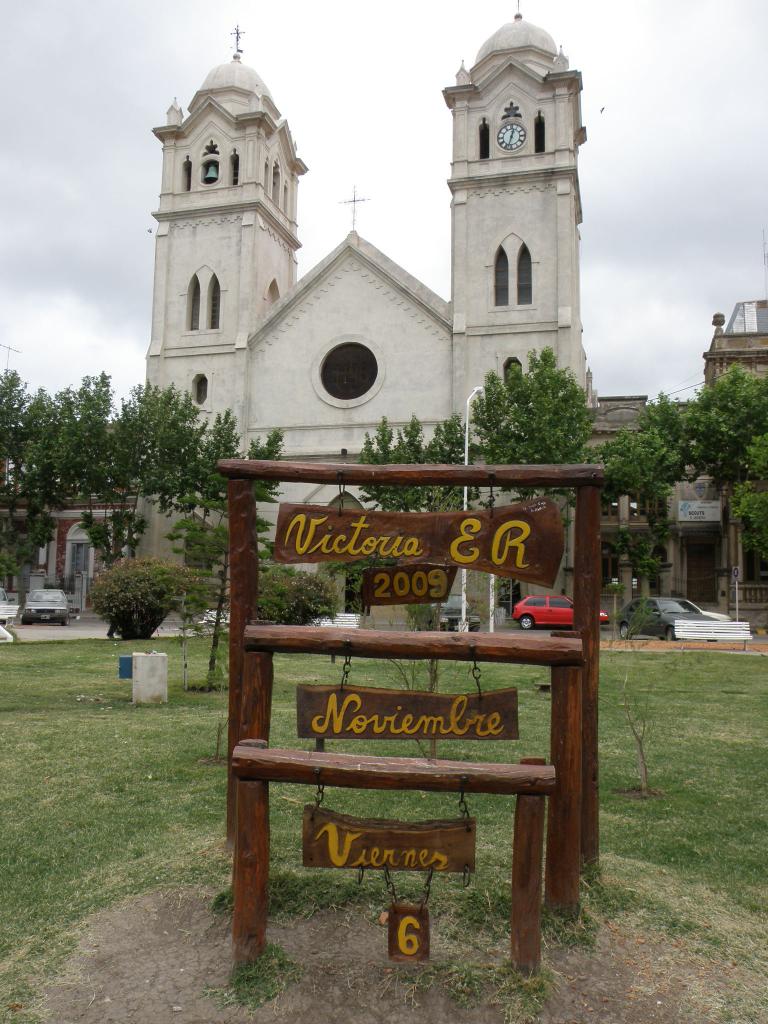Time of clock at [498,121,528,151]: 12:32
